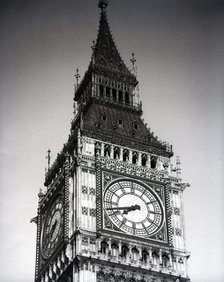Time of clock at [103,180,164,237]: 7:42
